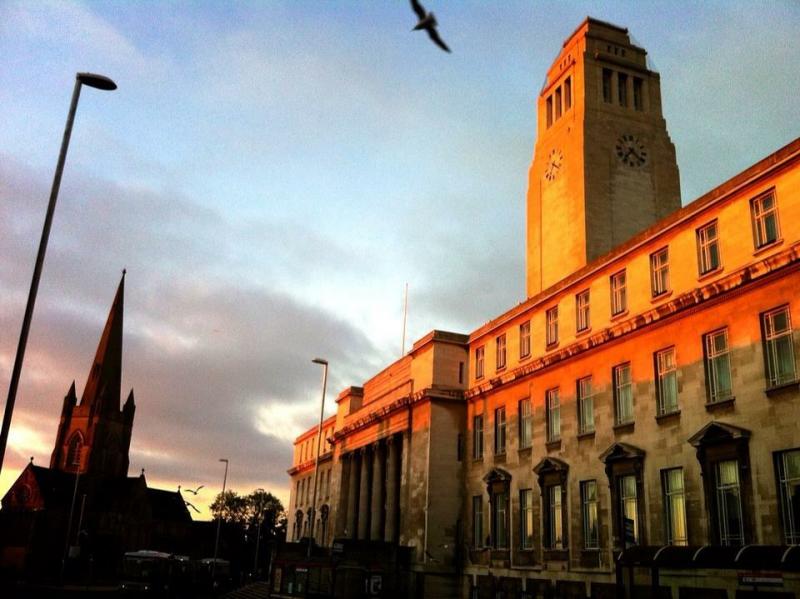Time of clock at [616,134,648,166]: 7:21
